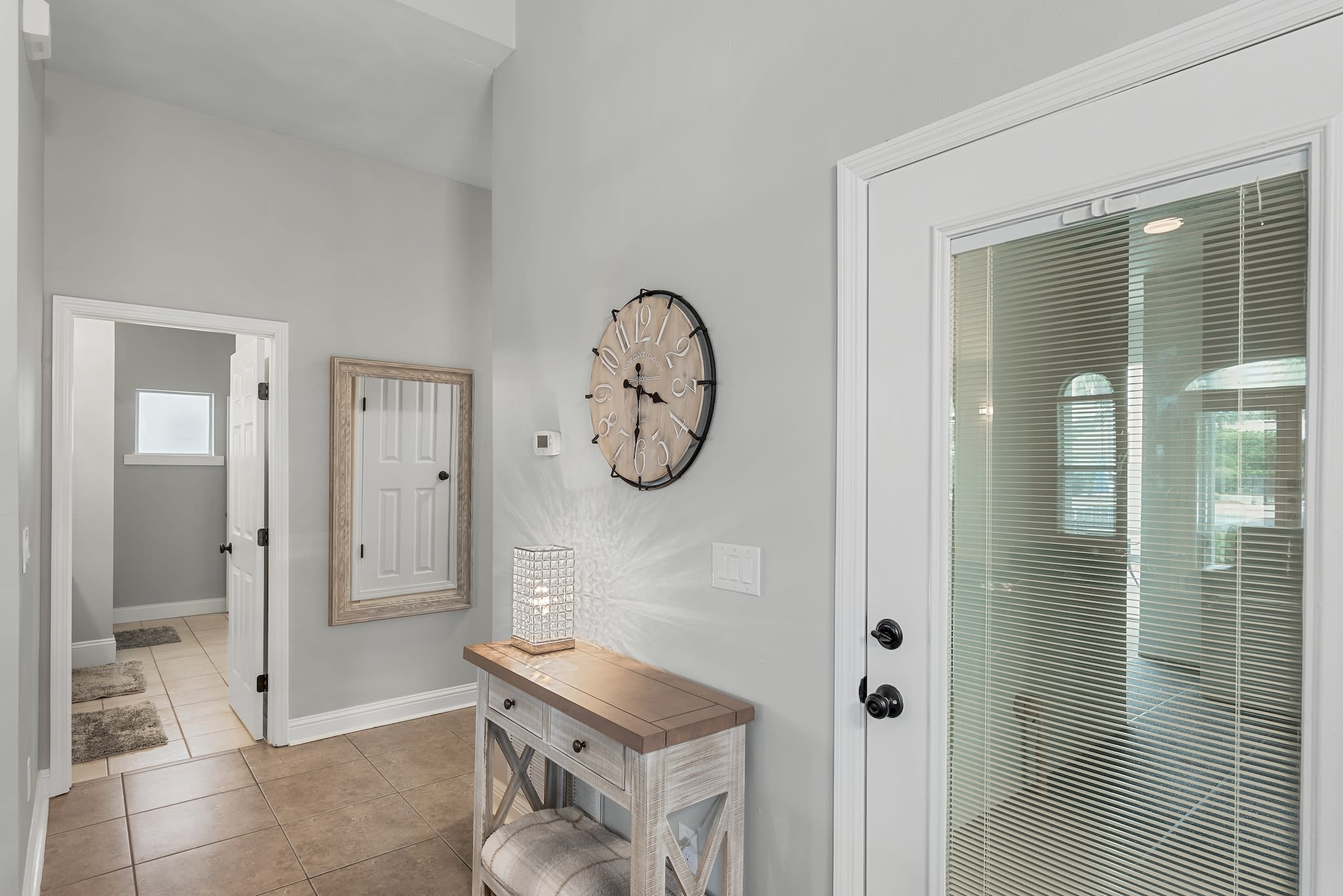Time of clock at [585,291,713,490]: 3:31
